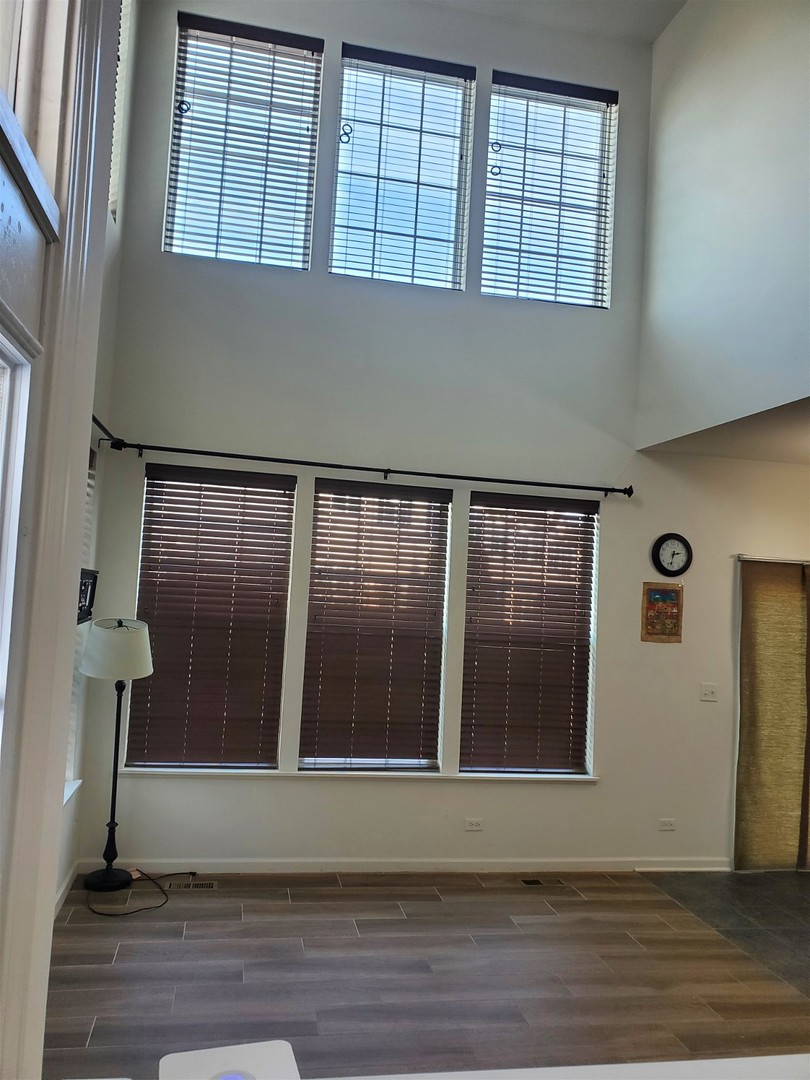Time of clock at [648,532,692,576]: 2:32
